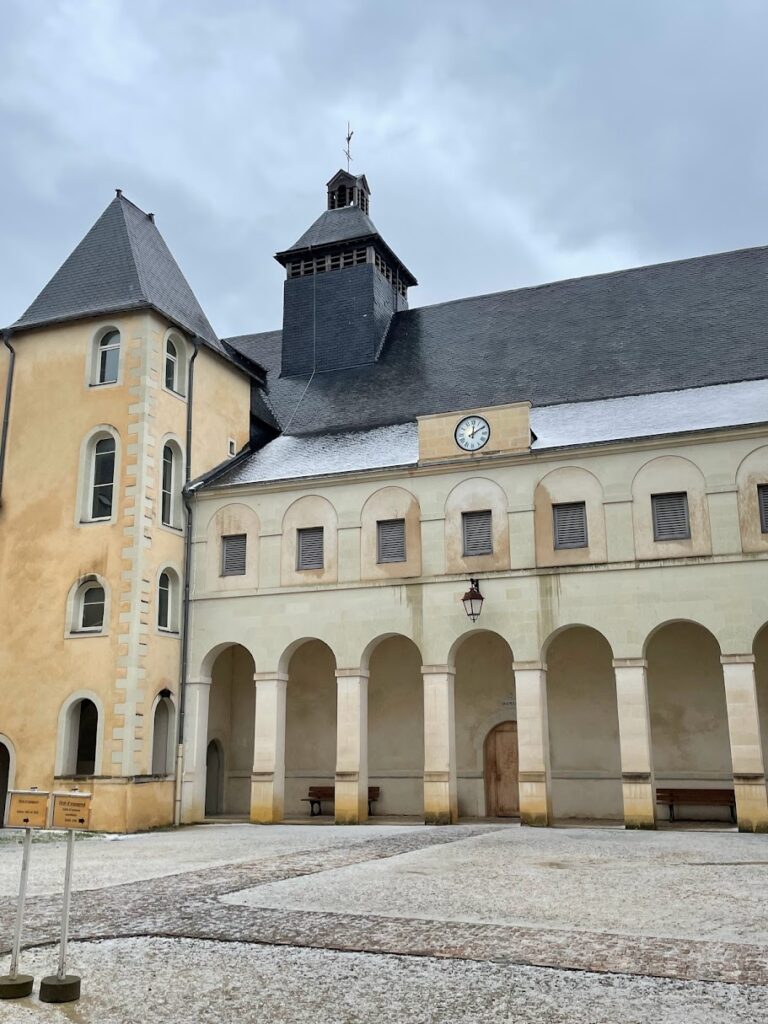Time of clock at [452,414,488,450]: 12:09
